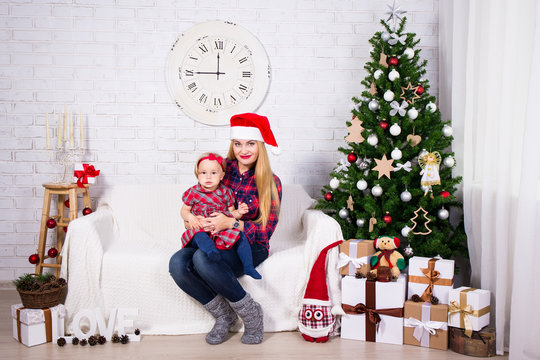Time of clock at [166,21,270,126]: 11:44
